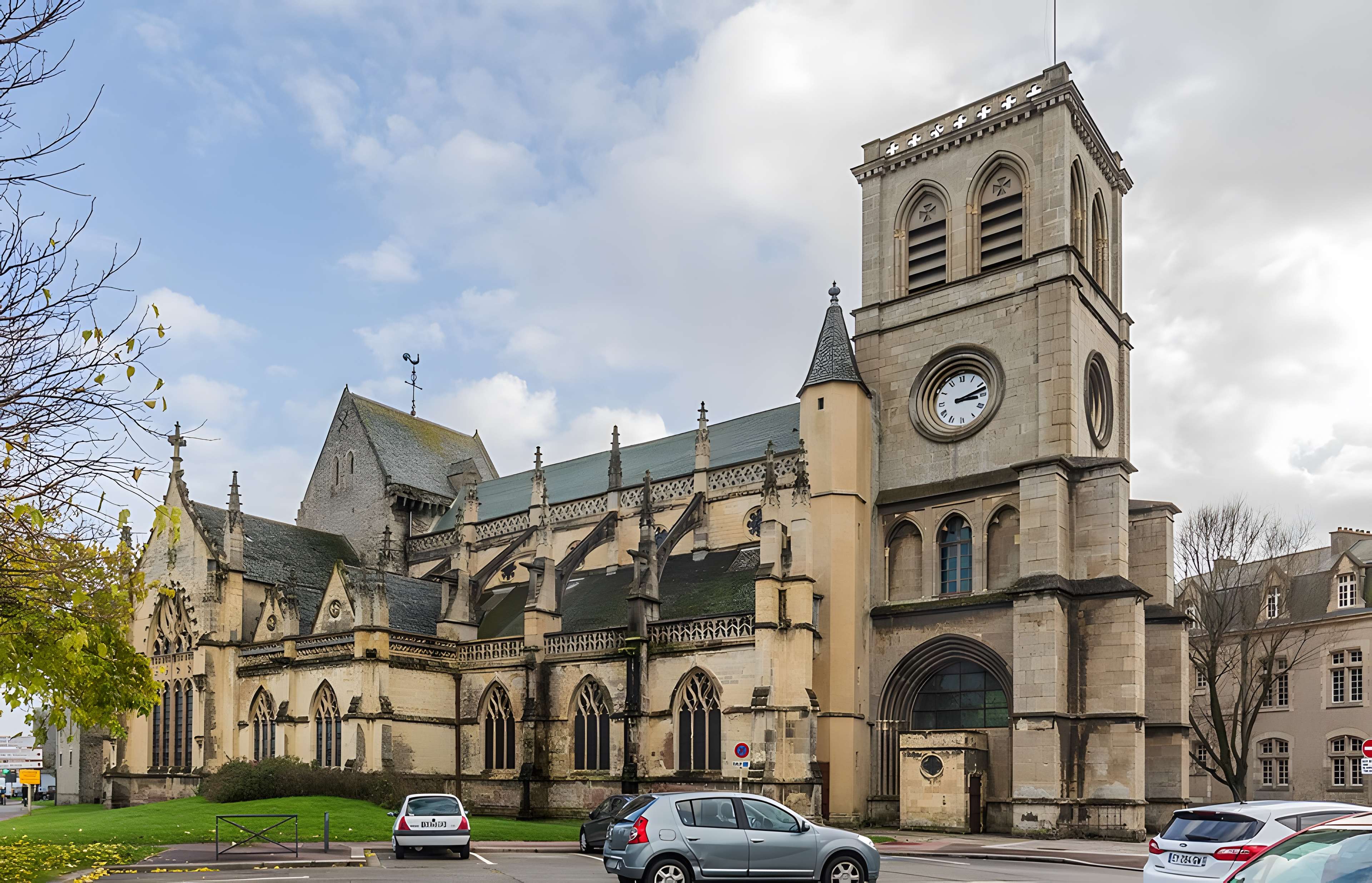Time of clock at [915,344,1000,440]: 3:12
